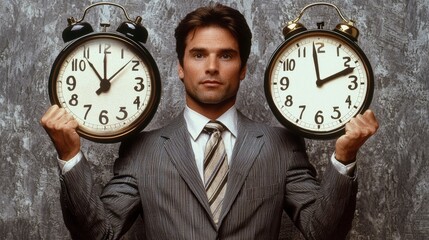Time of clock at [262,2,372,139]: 1:58
